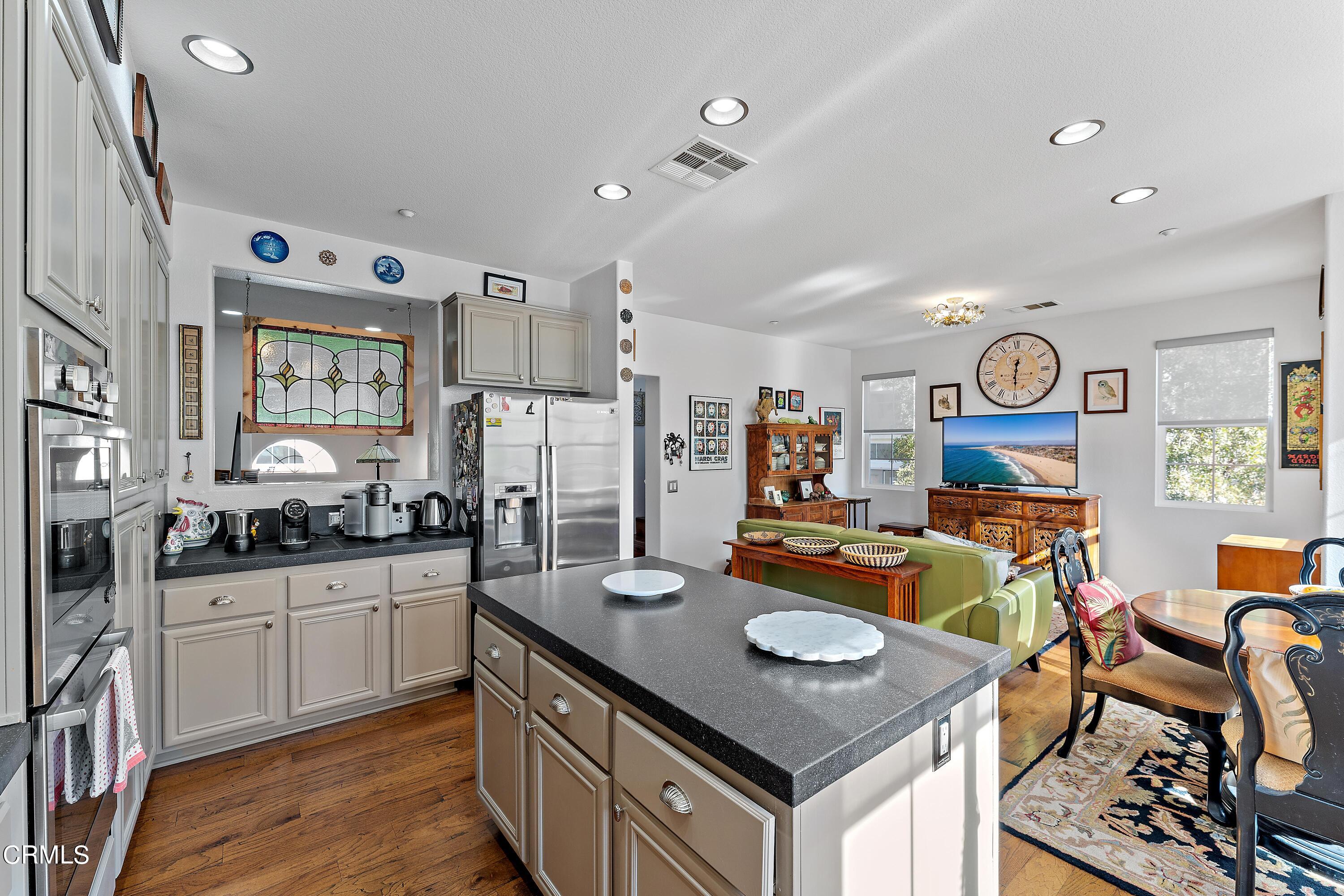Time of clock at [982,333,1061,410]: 12:29
